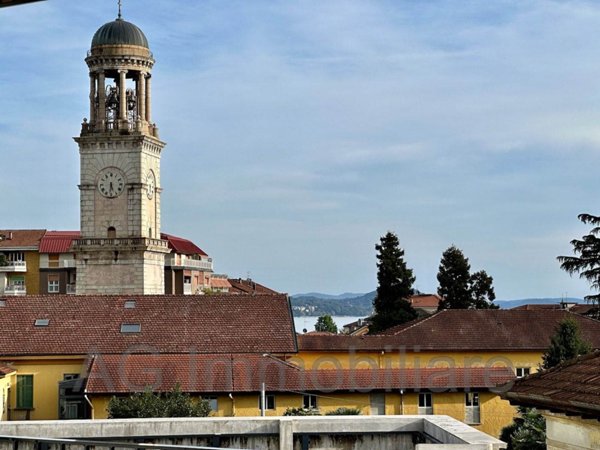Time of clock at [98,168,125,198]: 5:31
